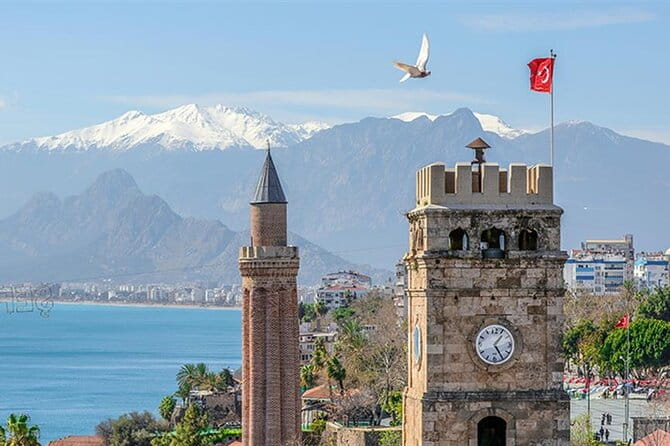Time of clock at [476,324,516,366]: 1:25
